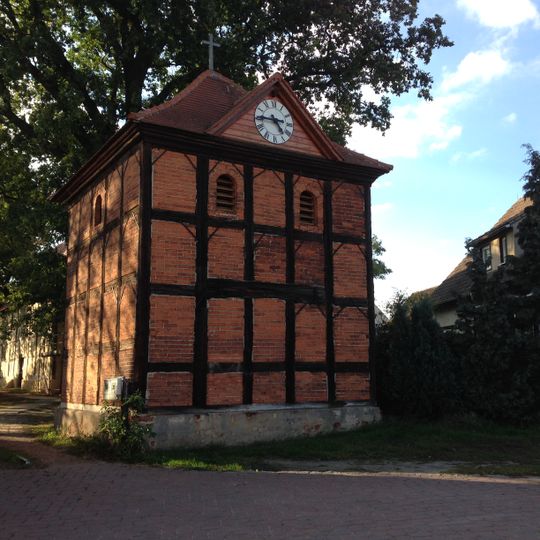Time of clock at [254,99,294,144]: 4:45
